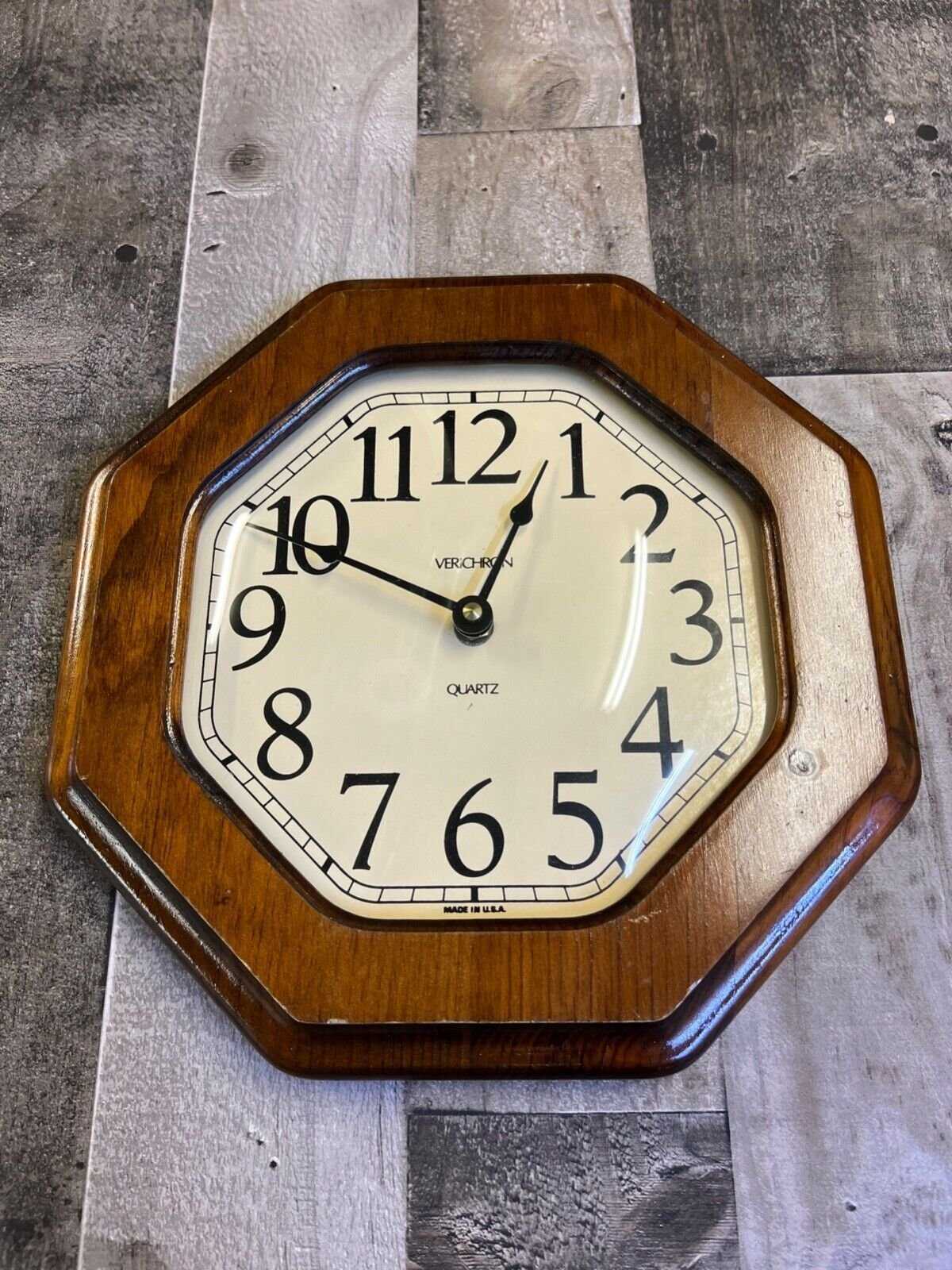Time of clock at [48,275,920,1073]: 12:49
